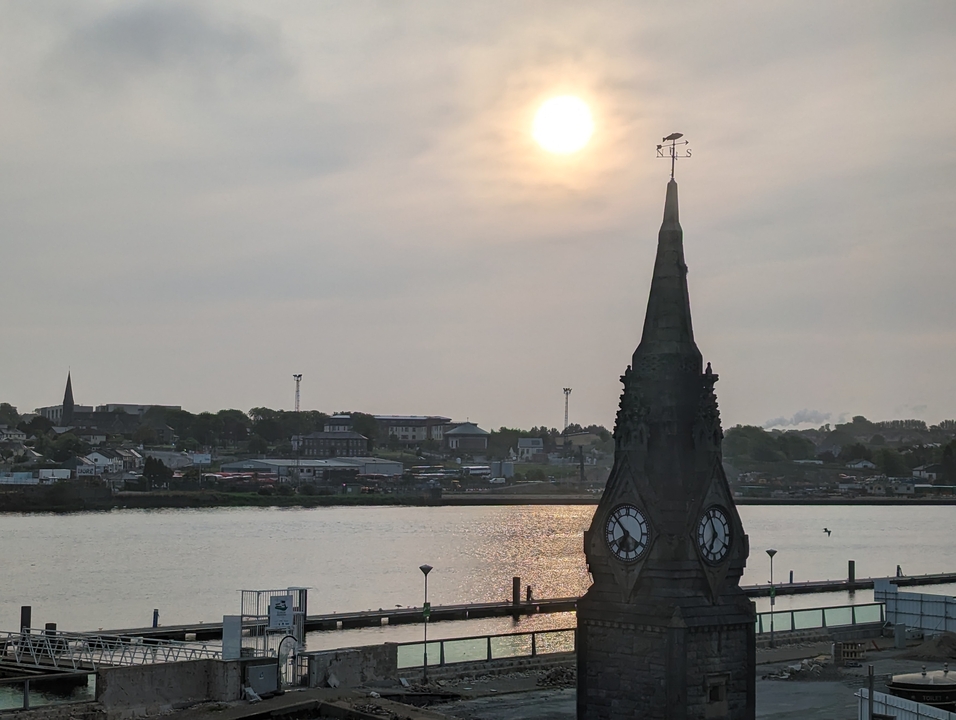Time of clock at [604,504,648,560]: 6:52
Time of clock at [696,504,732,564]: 6:56
